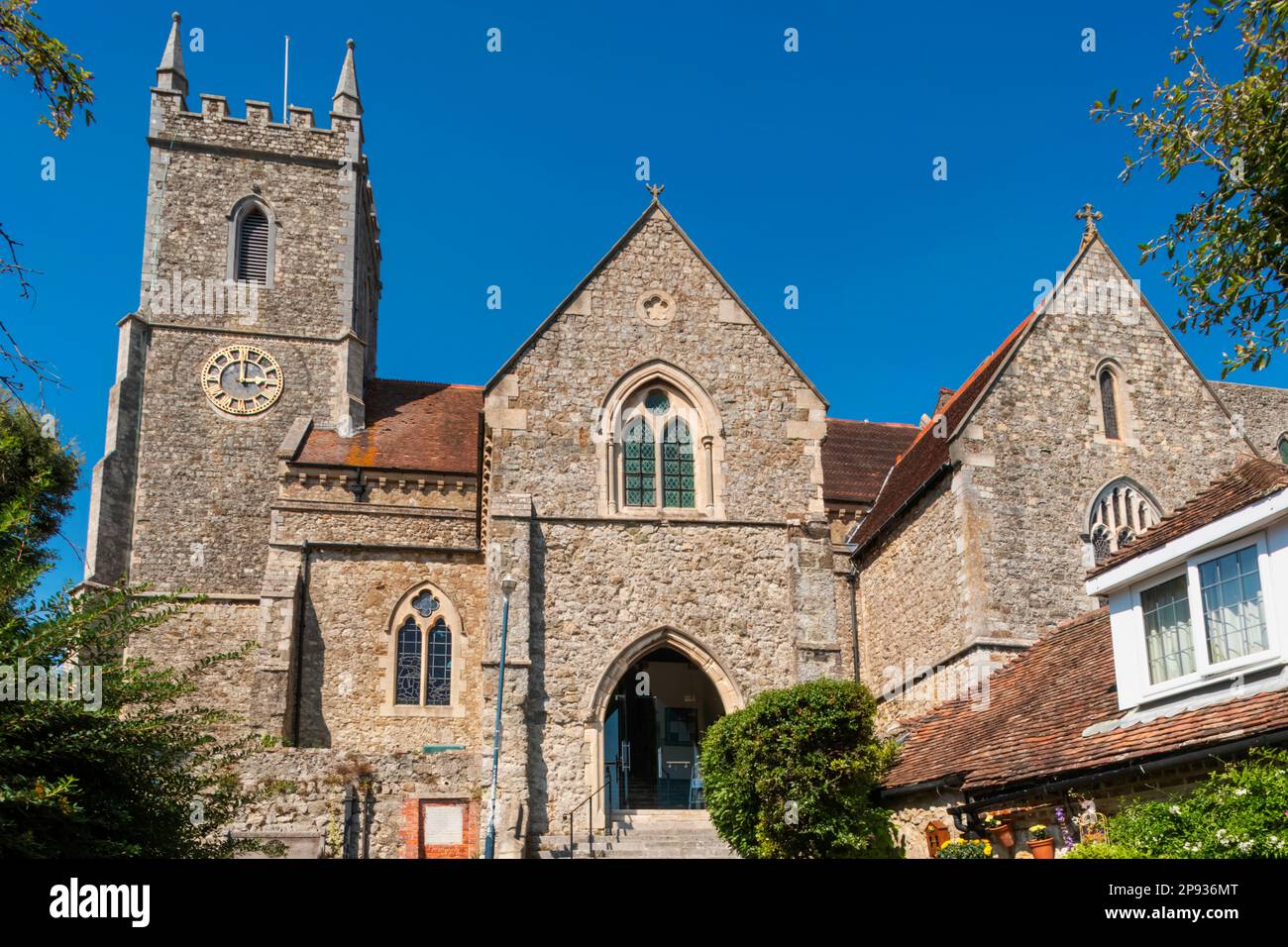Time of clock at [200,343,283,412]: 3:00
